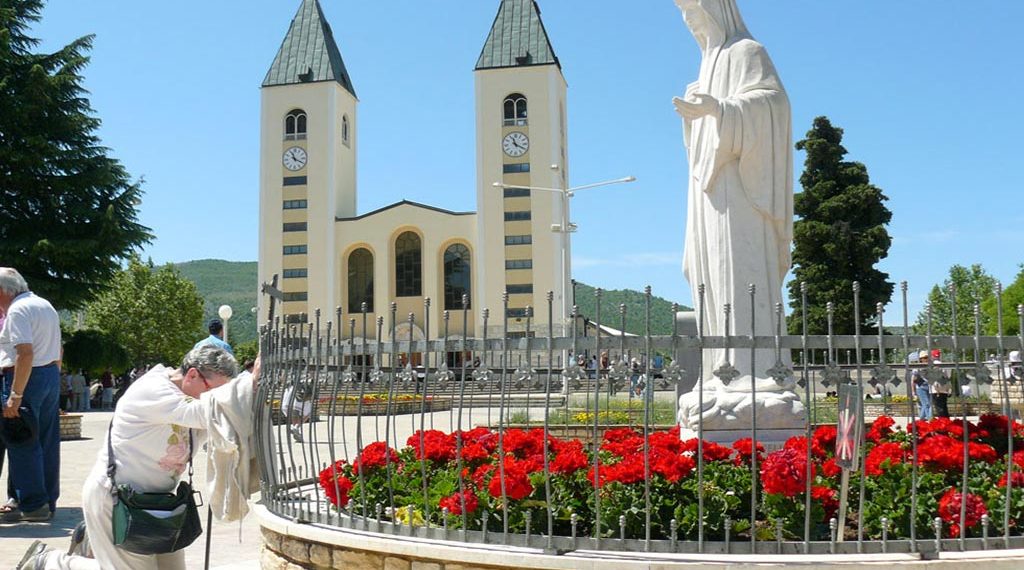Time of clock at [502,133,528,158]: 11:19
